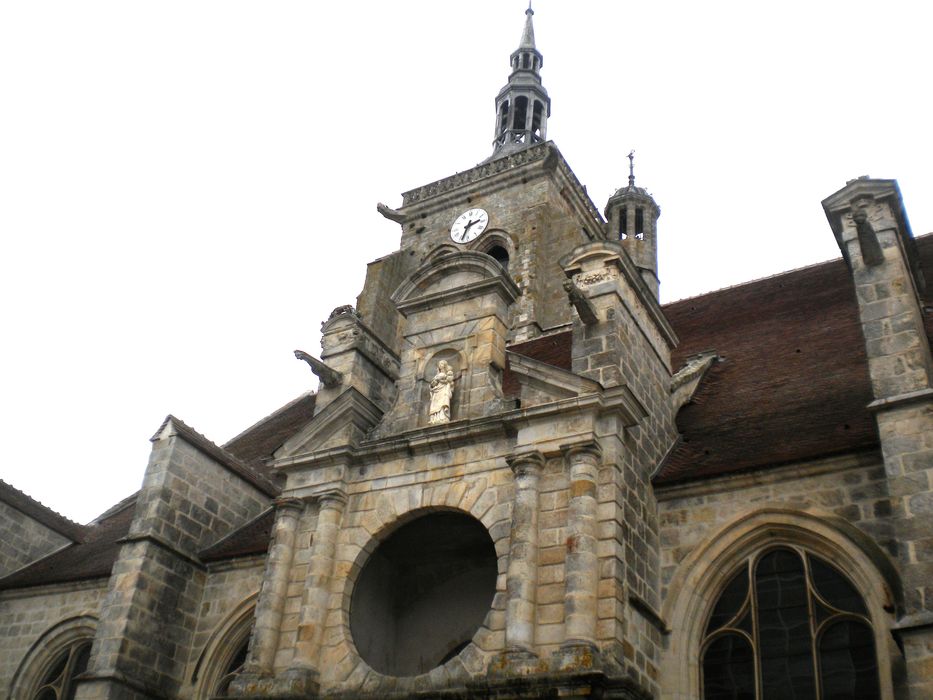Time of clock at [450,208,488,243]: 2:33
